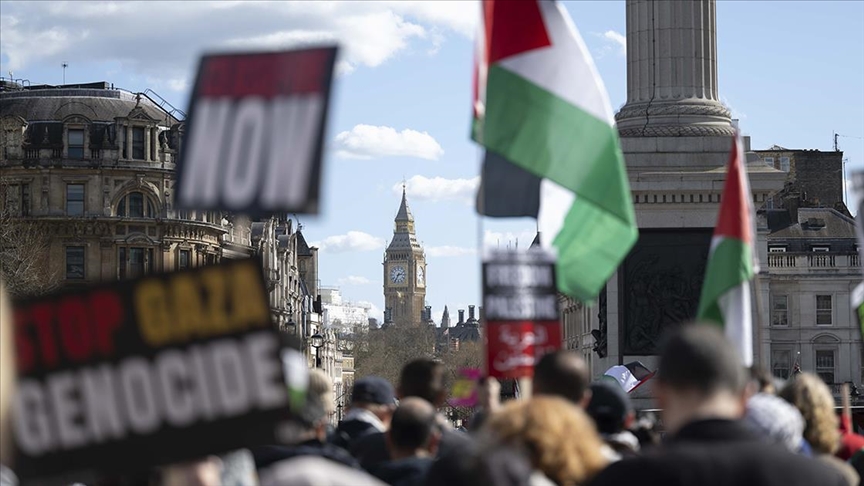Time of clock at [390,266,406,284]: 2:34
